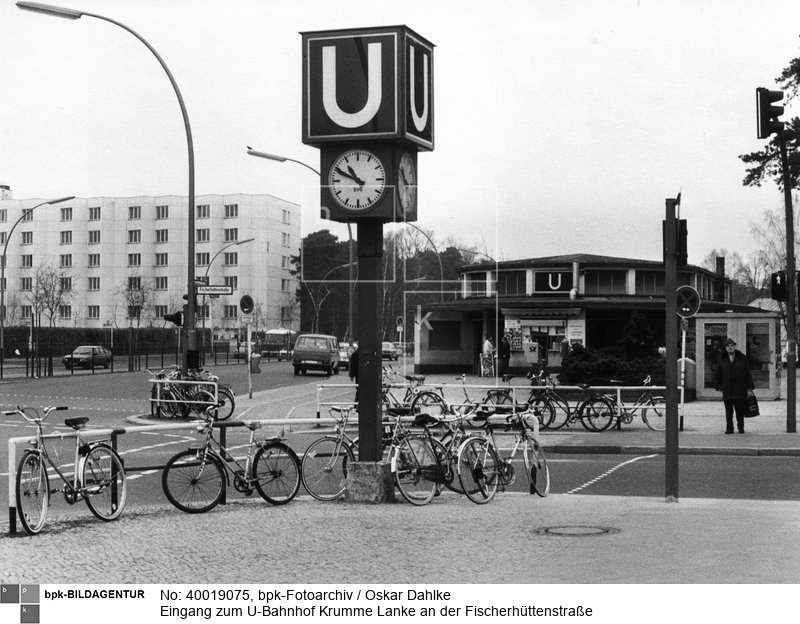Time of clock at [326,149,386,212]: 10:49
